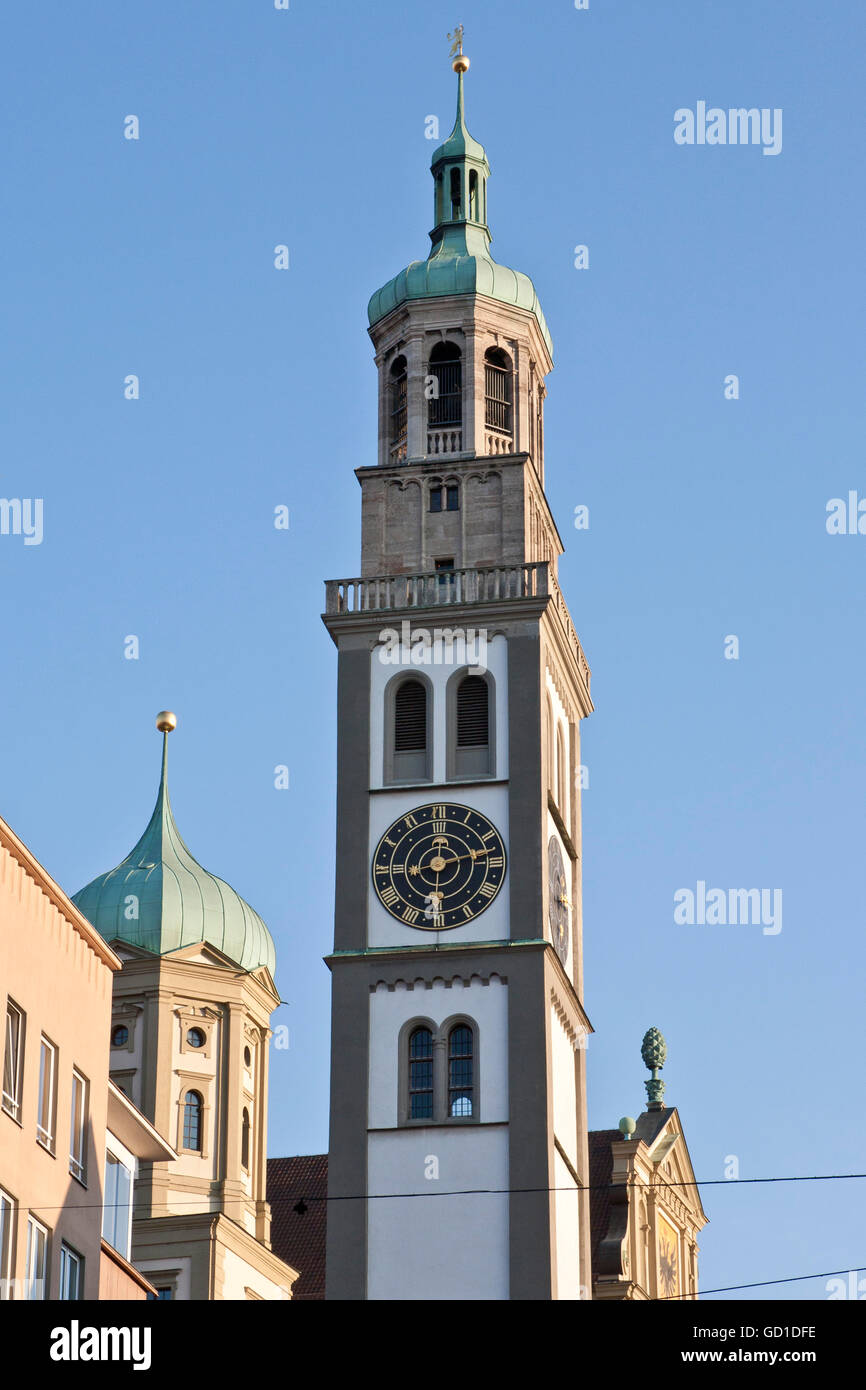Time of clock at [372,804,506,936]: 8:12
